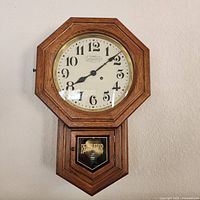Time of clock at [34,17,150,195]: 8:08
